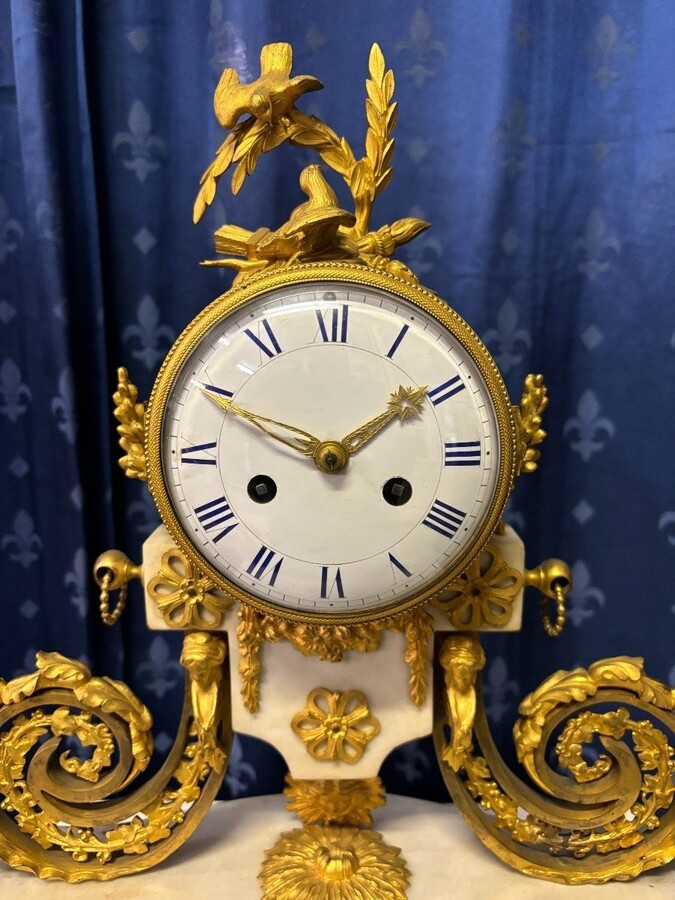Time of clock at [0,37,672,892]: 1:49
